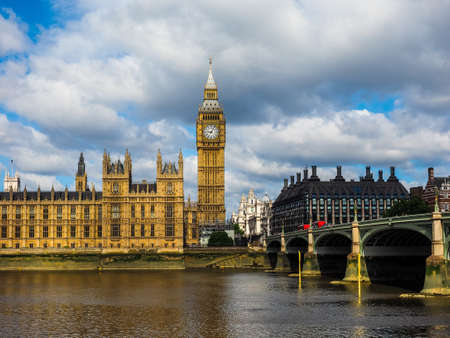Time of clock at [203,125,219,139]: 9:05
